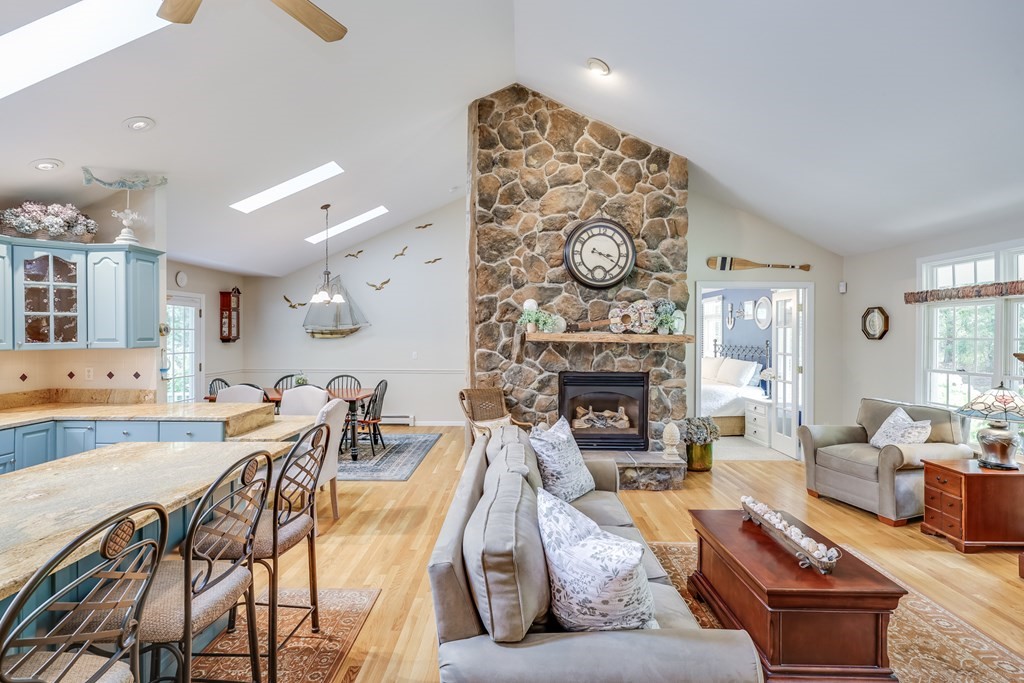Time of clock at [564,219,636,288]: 3:19
